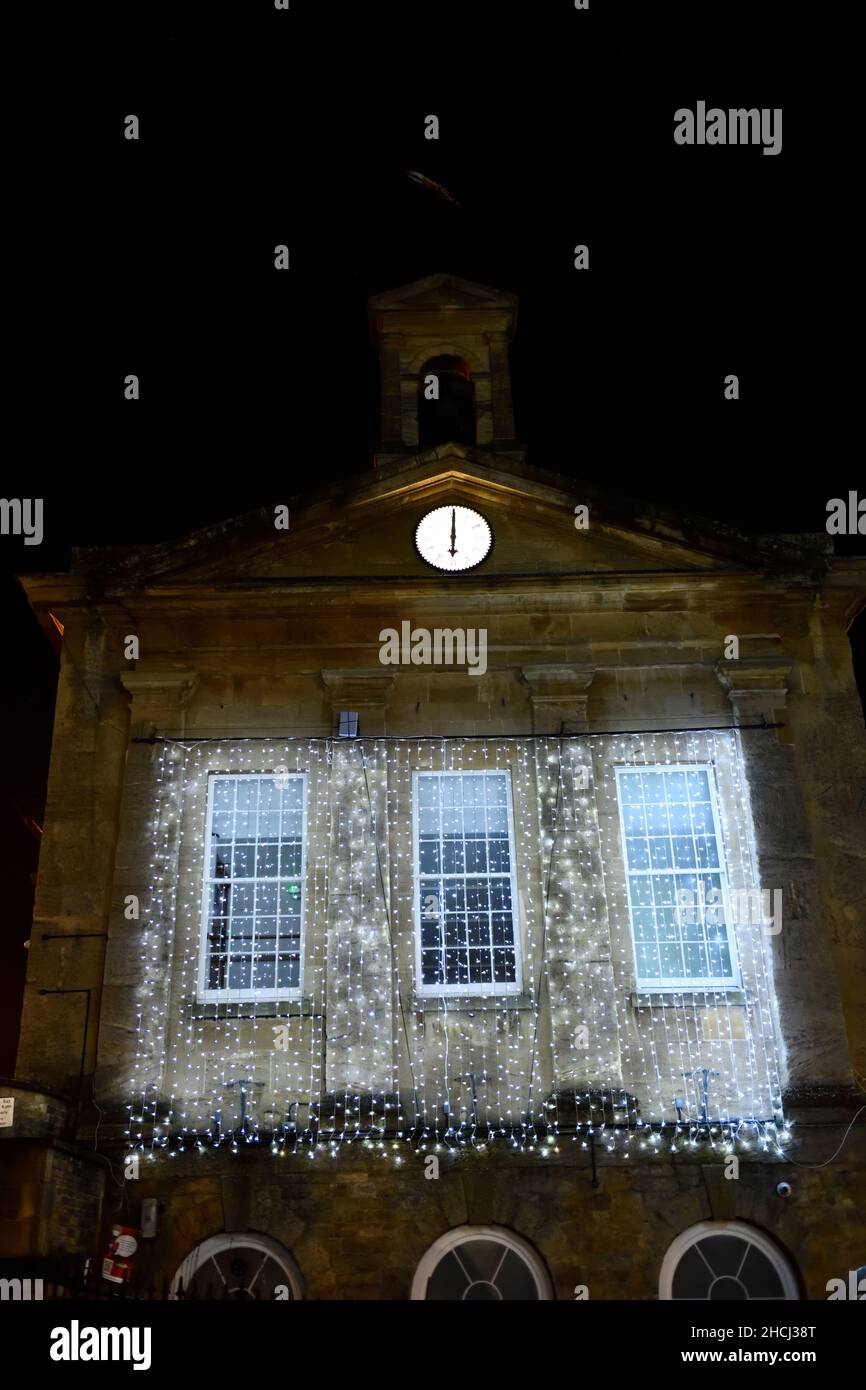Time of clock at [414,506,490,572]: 6:00
